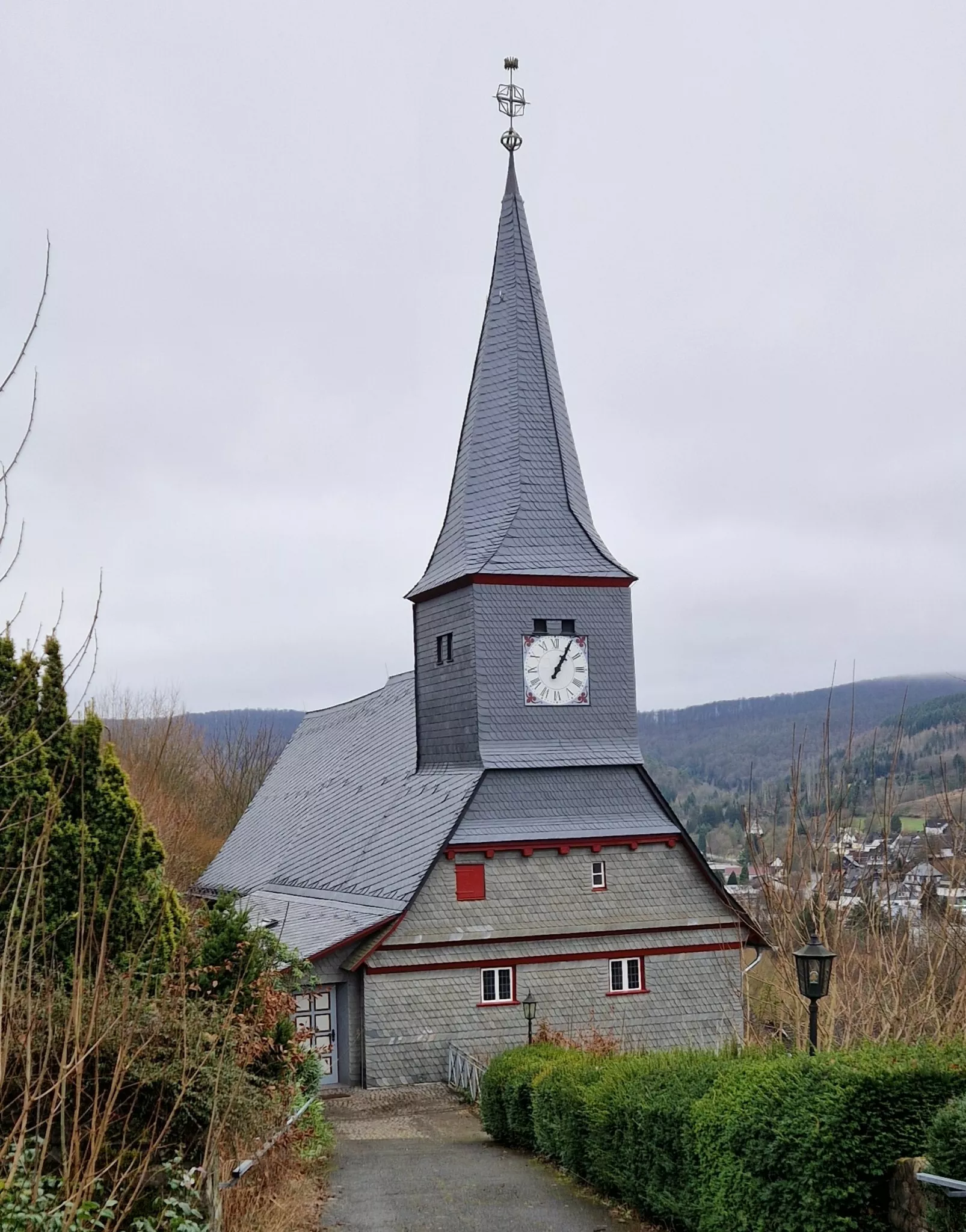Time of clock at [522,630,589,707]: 1:05
